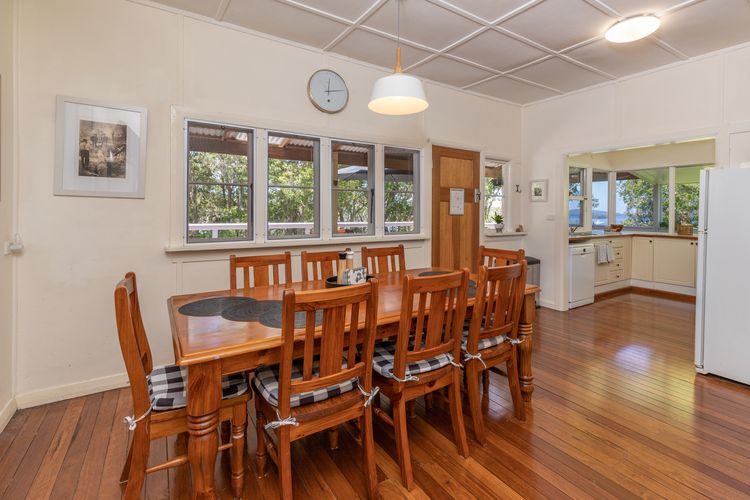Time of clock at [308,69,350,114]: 12:13
